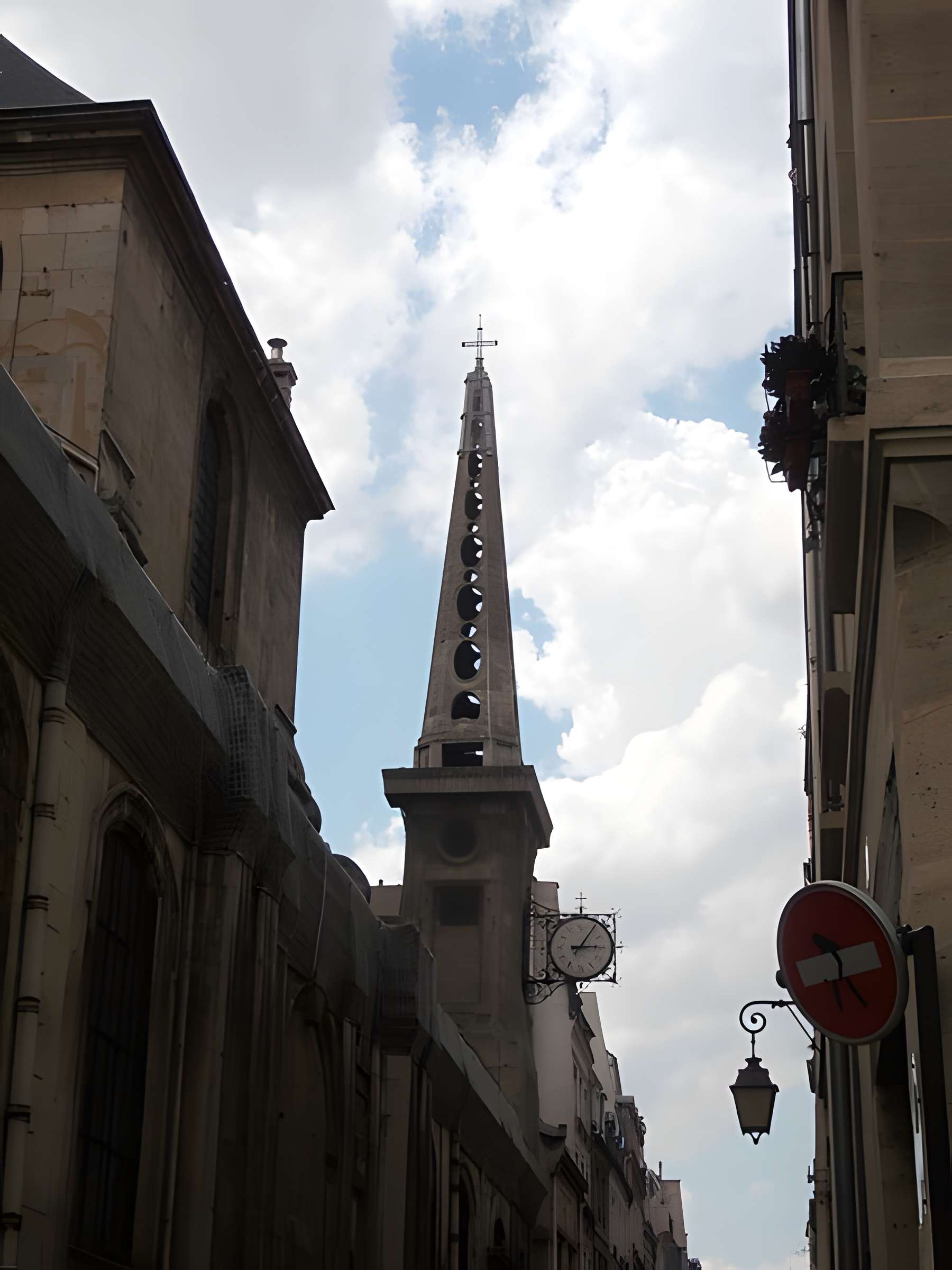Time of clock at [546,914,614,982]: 3:05
